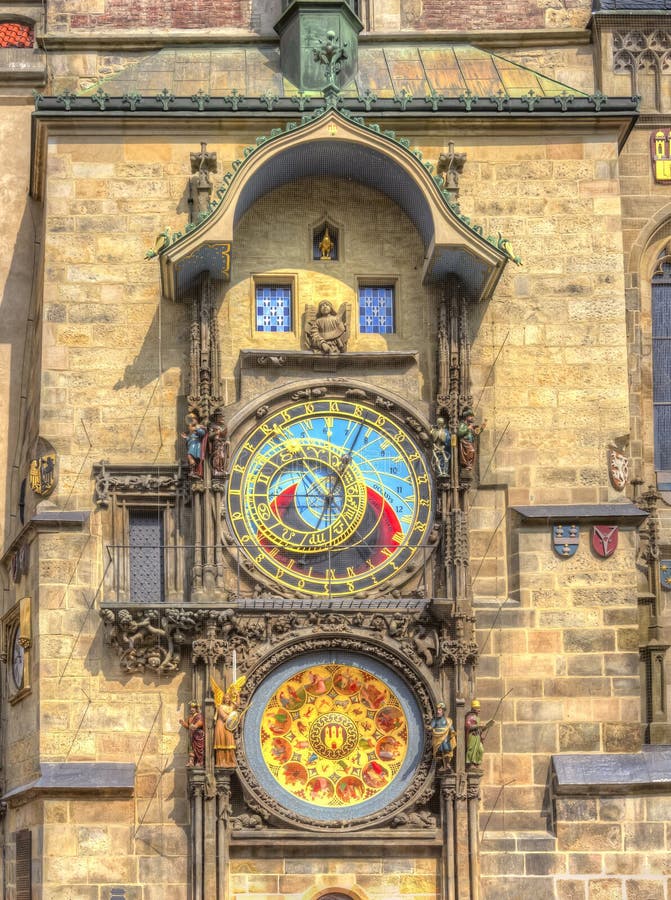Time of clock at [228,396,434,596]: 11:04
